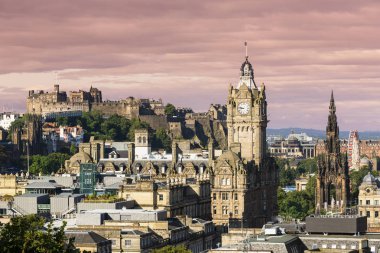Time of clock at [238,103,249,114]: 8:47
